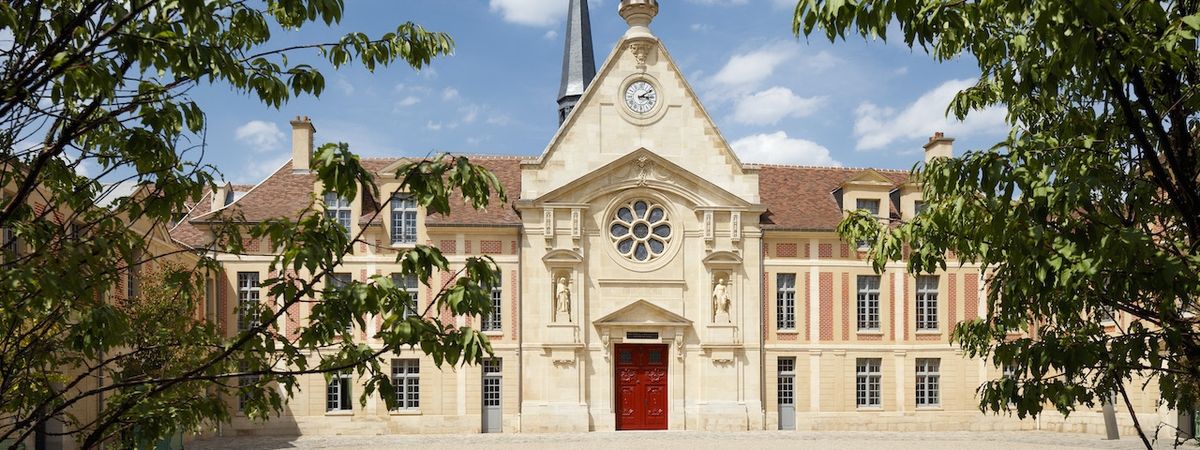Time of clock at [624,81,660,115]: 3:10
